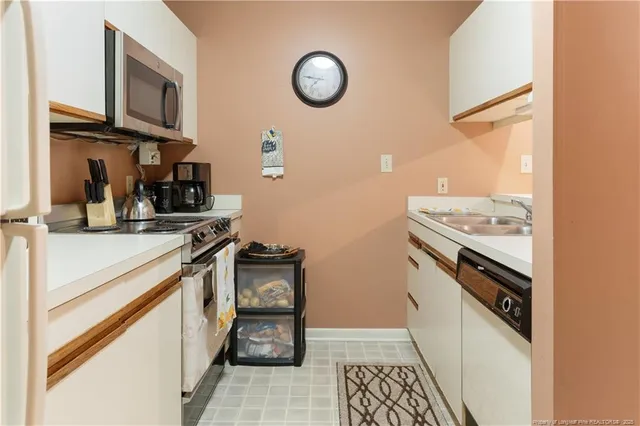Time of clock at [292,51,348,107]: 7:46
